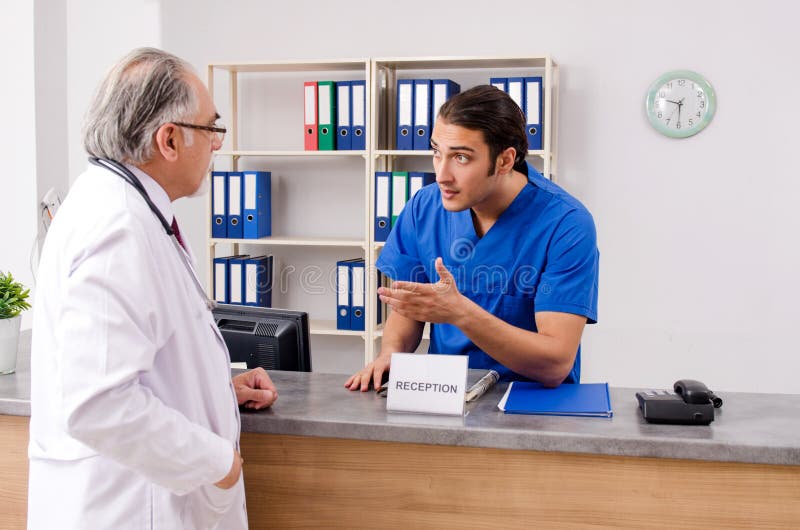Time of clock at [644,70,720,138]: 9:30
